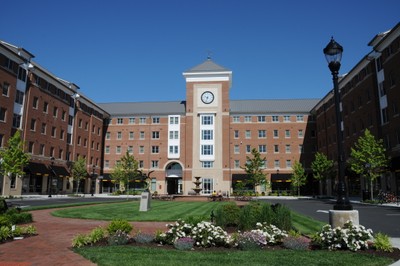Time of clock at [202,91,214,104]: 9:33
